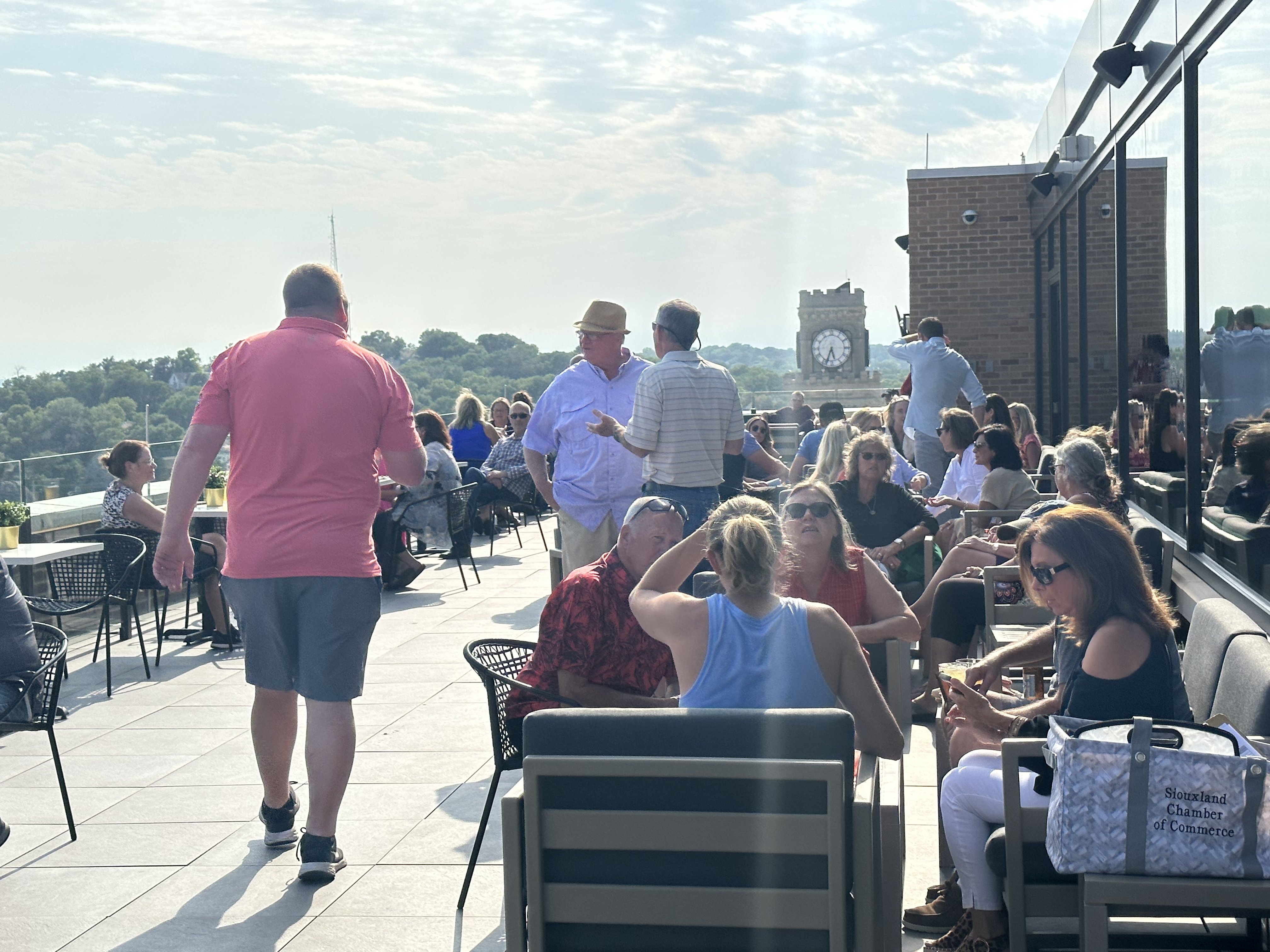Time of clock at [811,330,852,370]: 5:33
